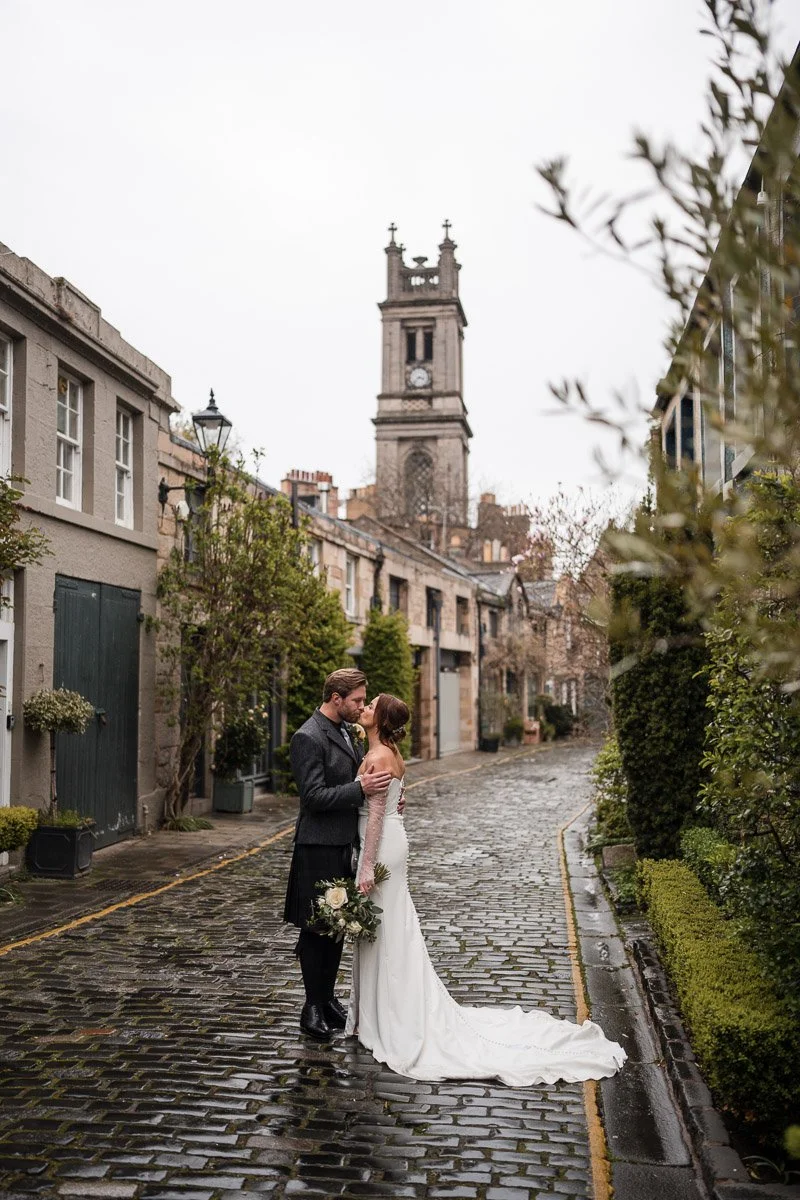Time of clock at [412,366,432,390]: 3:37
